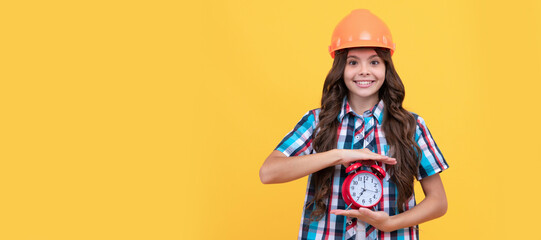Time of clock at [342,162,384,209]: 6:59
